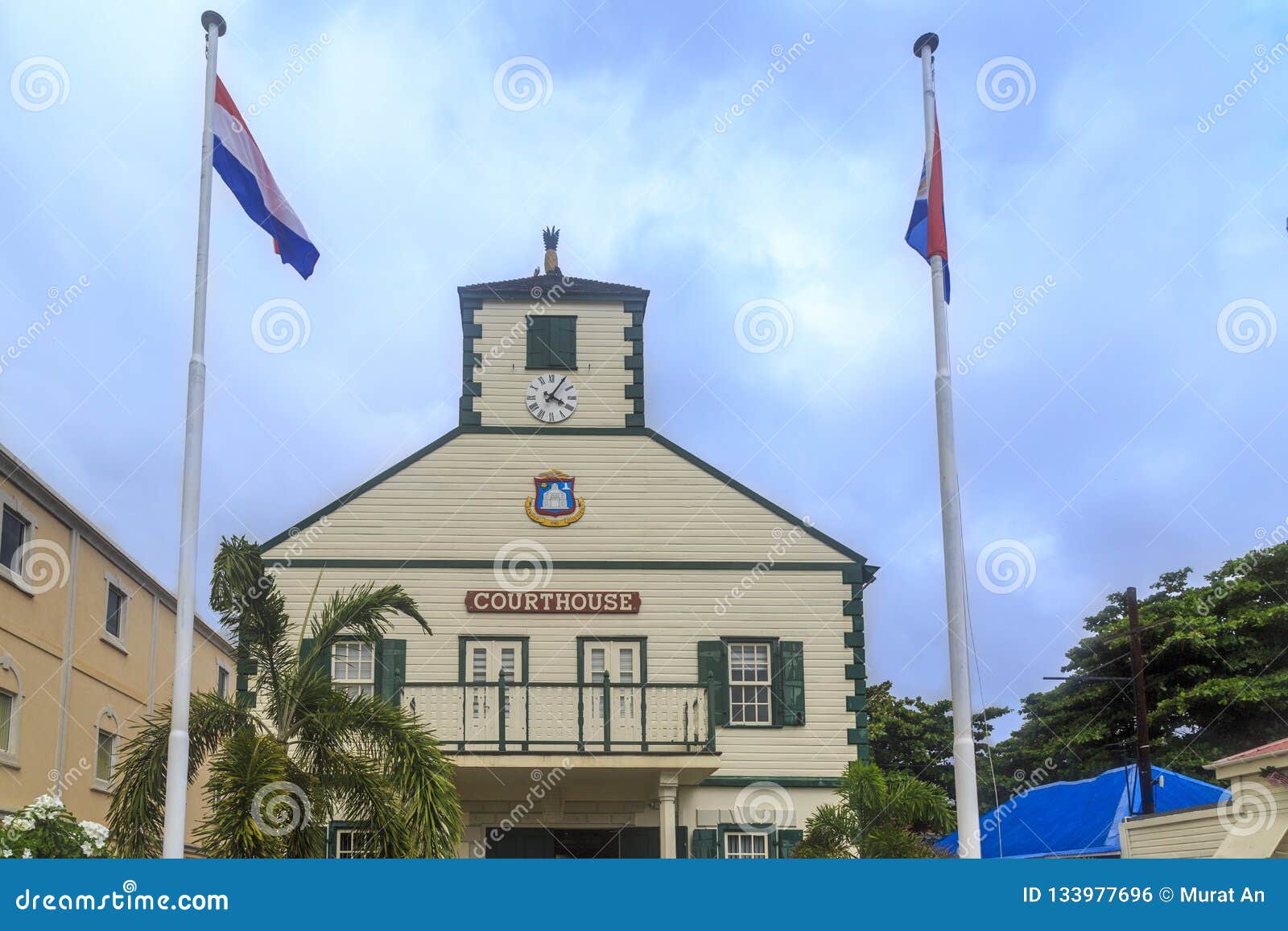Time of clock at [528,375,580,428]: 4:05
